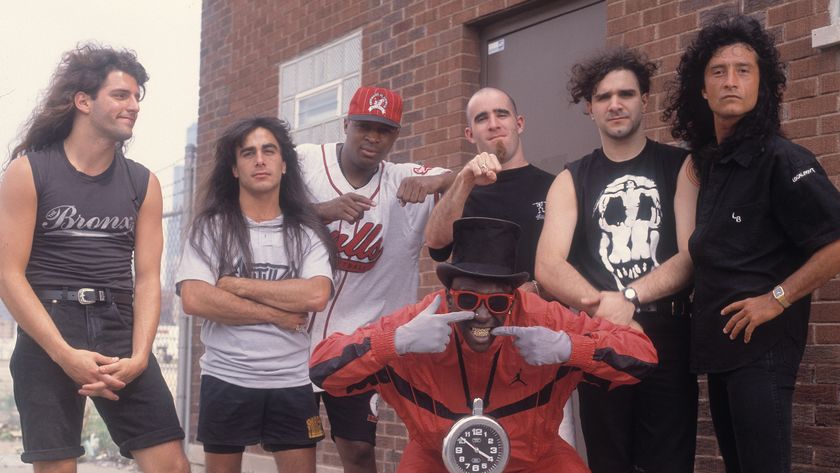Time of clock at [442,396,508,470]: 3:51
